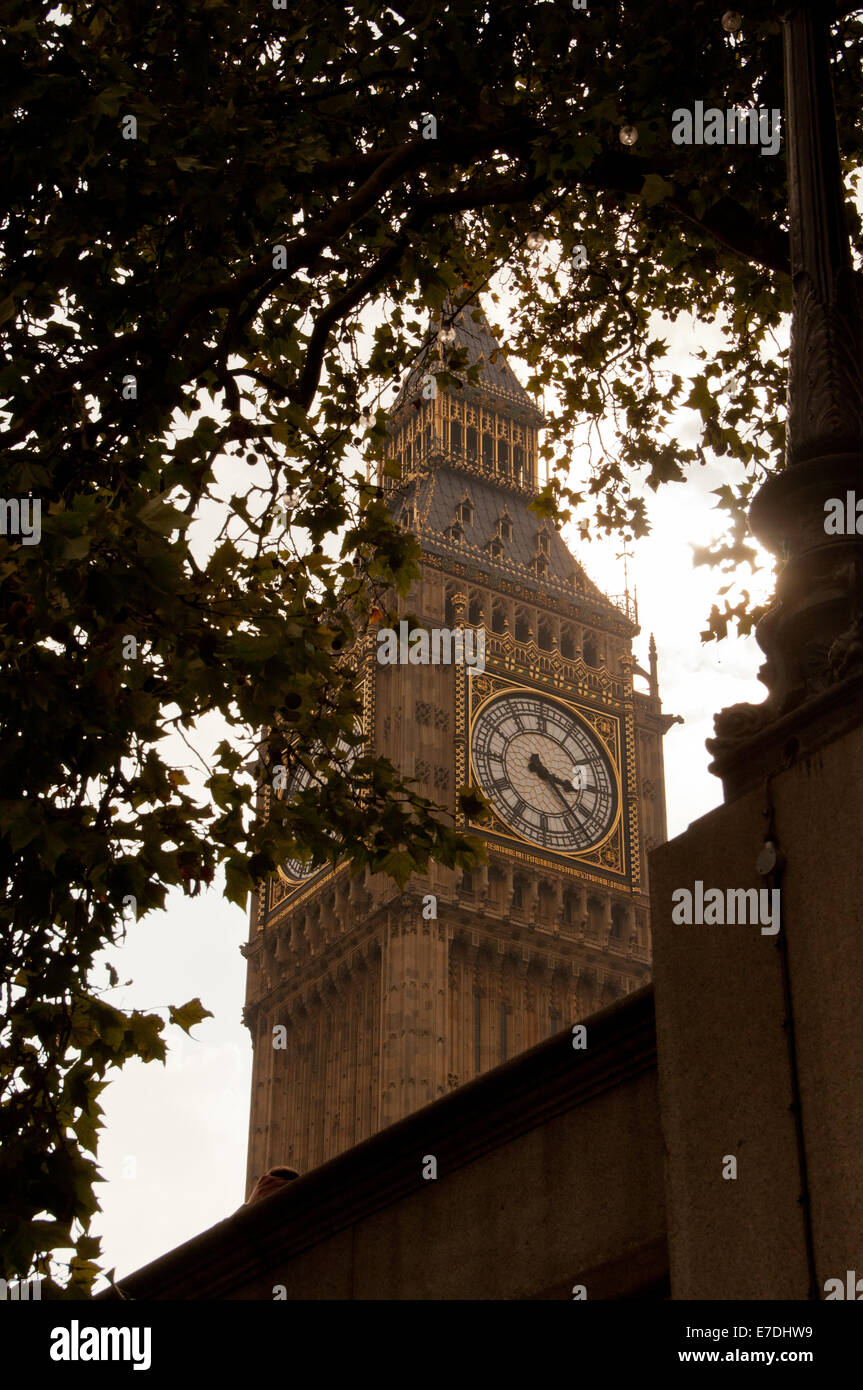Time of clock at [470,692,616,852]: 3:22
